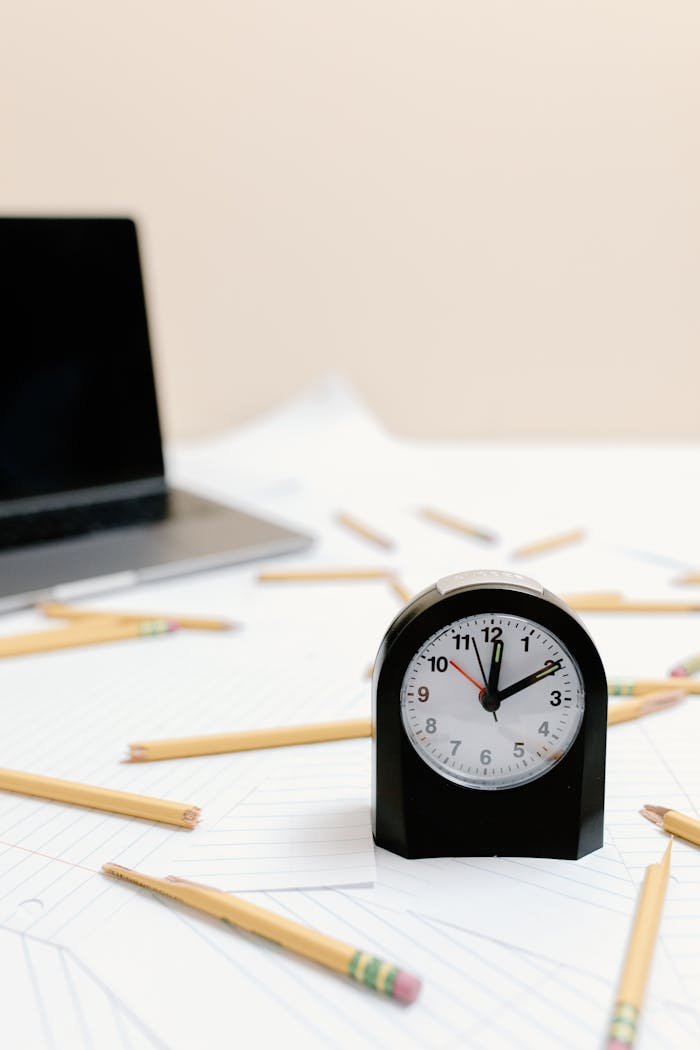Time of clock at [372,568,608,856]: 12:10
